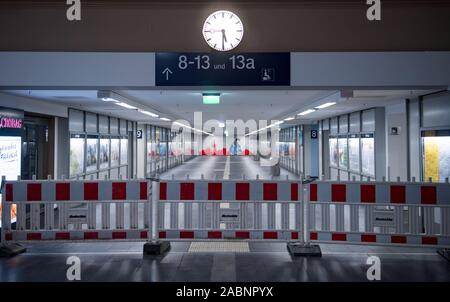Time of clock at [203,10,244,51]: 5:30
